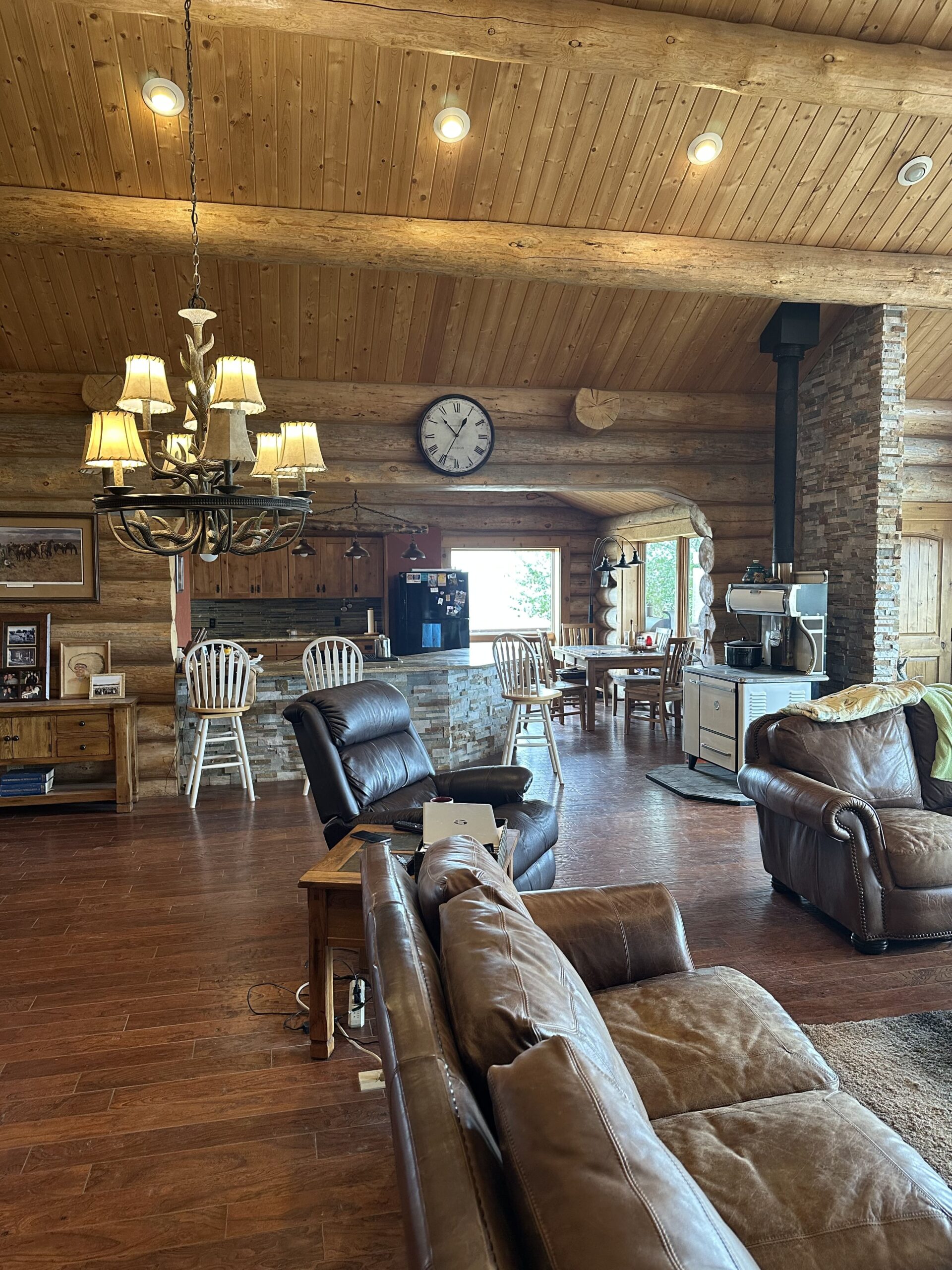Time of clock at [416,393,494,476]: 10:34
